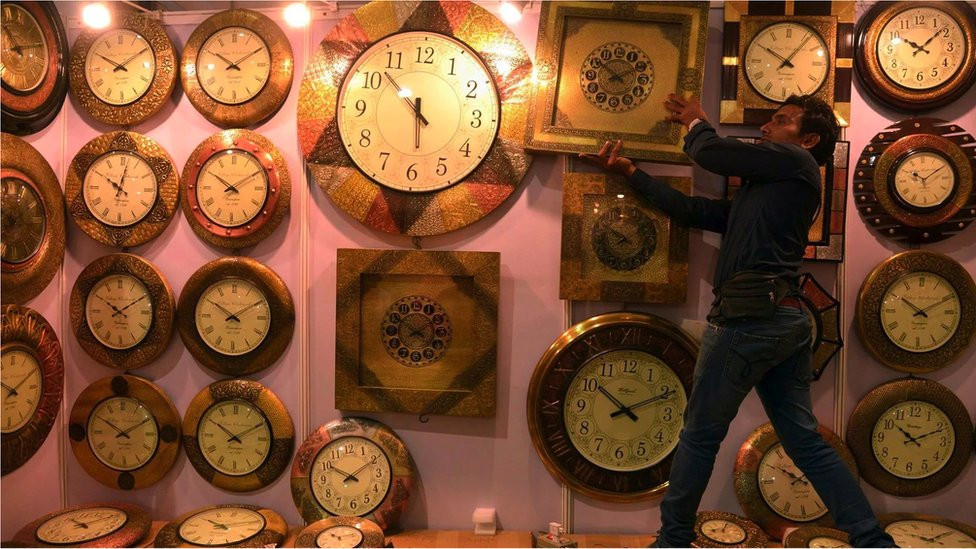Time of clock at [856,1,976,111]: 10:08
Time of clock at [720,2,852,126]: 10:06
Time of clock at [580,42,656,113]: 10:10
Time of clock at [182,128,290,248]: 10:10
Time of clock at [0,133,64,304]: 10:02
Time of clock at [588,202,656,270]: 7:51
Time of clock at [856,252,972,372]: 10:10
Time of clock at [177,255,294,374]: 10:09
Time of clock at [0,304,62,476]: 10:10
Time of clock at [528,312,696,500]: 10:10
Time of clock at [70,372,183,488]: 10:10
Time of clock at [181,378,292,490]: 10:10
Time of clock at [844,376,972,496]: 10:10
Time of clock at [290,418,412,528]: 10:10
